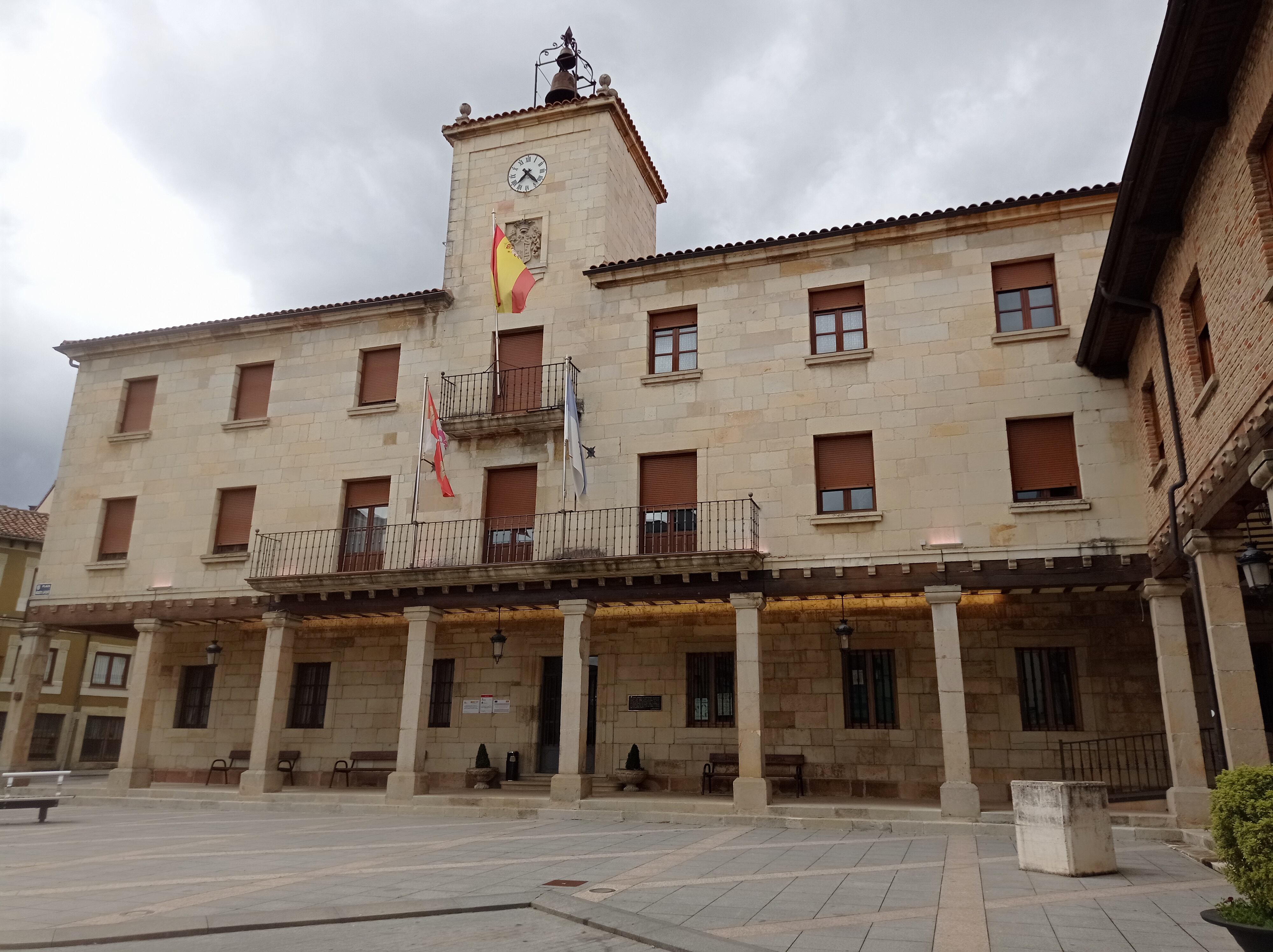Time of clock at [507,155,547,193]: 7:22
